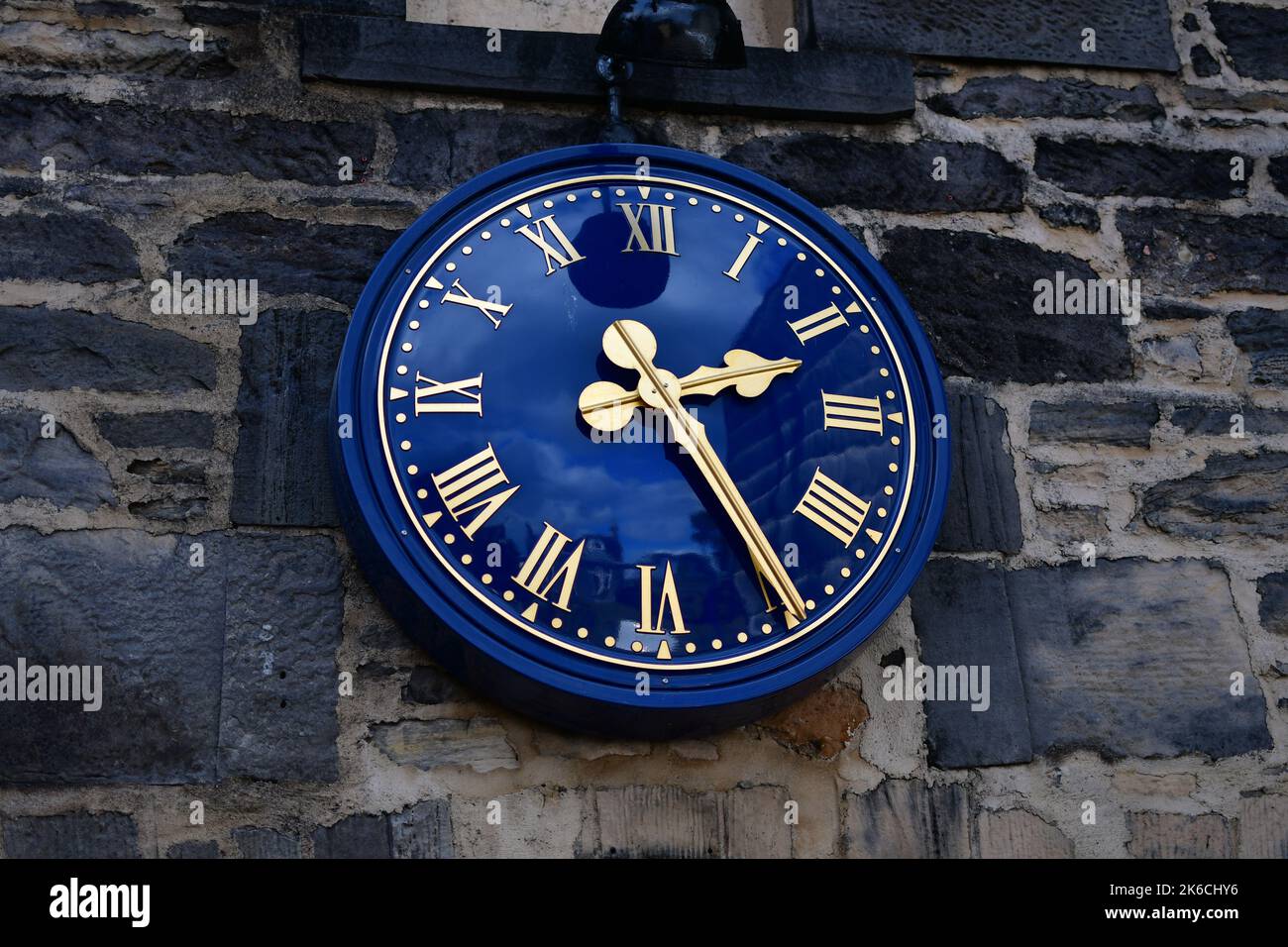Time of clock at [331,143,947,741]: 2:24
